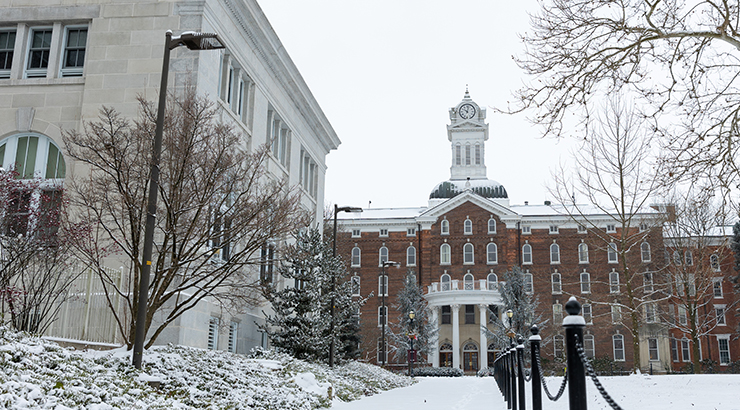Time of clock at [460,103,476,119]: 10:02
